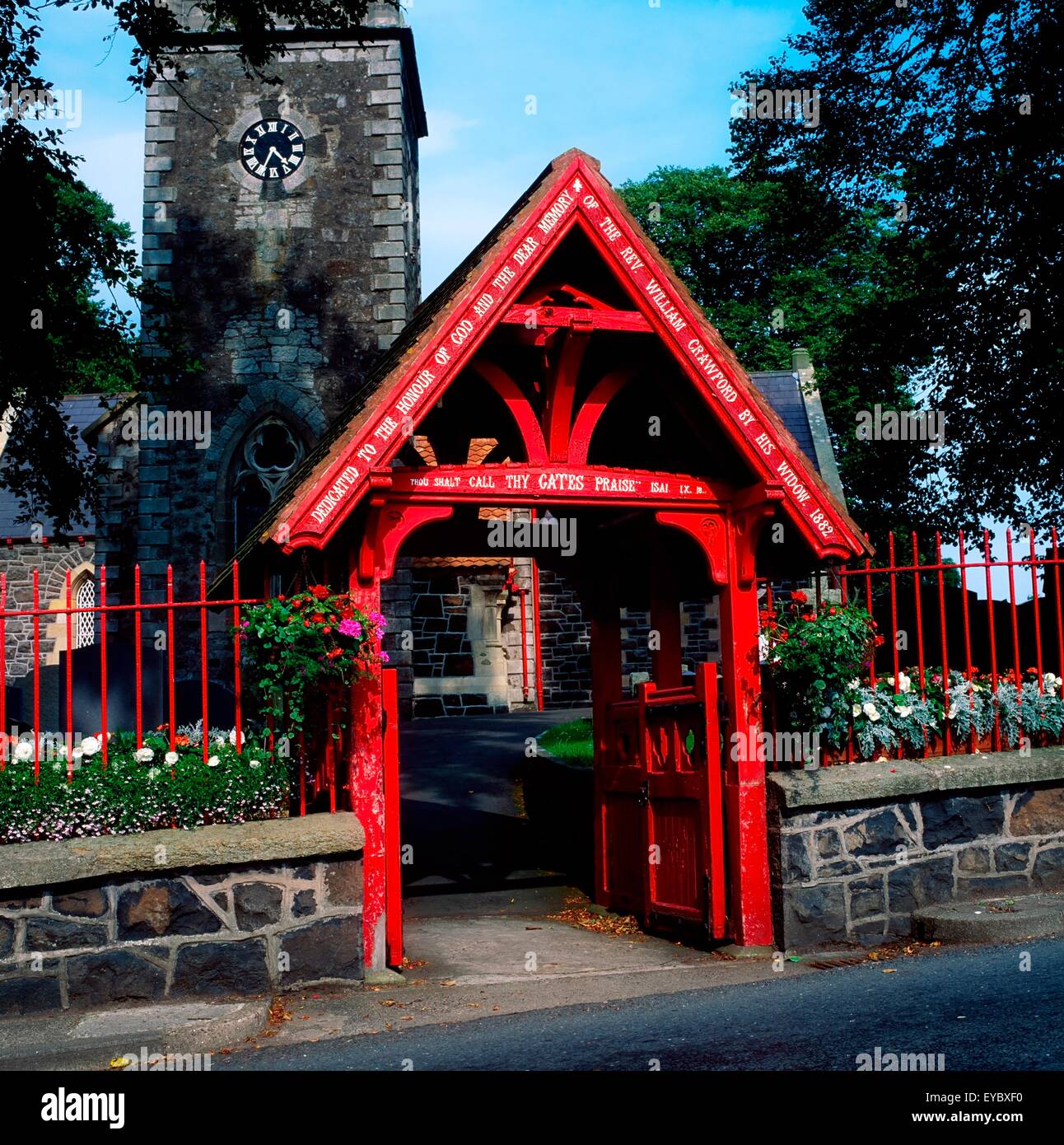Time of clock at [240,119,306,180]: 4:34
